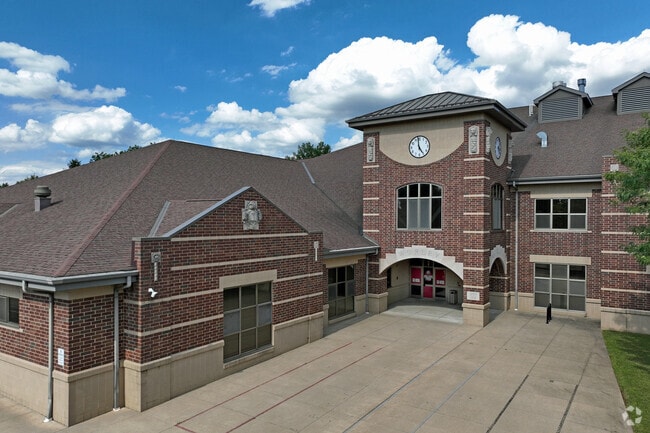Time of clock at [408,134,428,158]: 4:58
